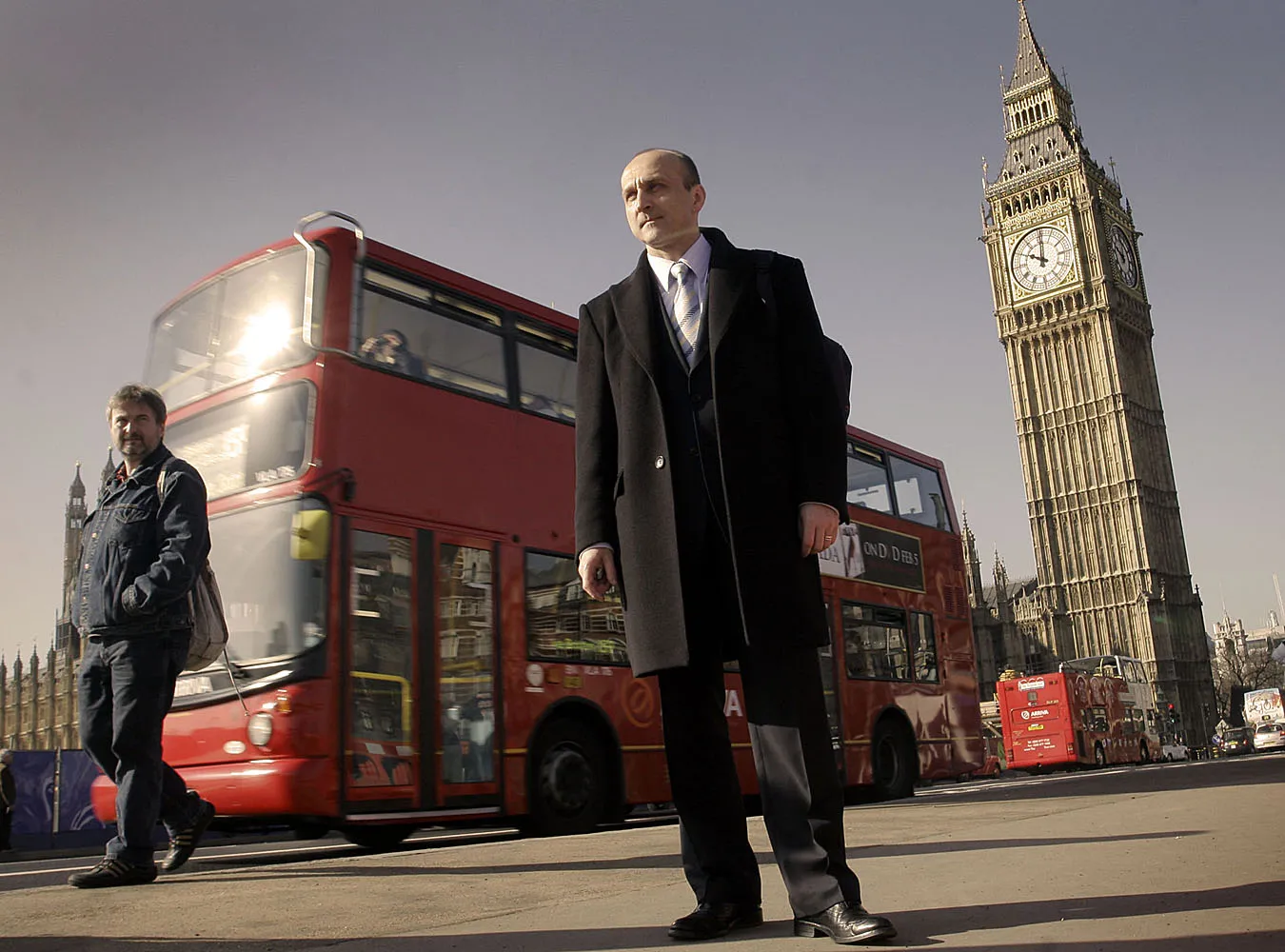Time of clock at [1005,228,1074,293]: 10:00
